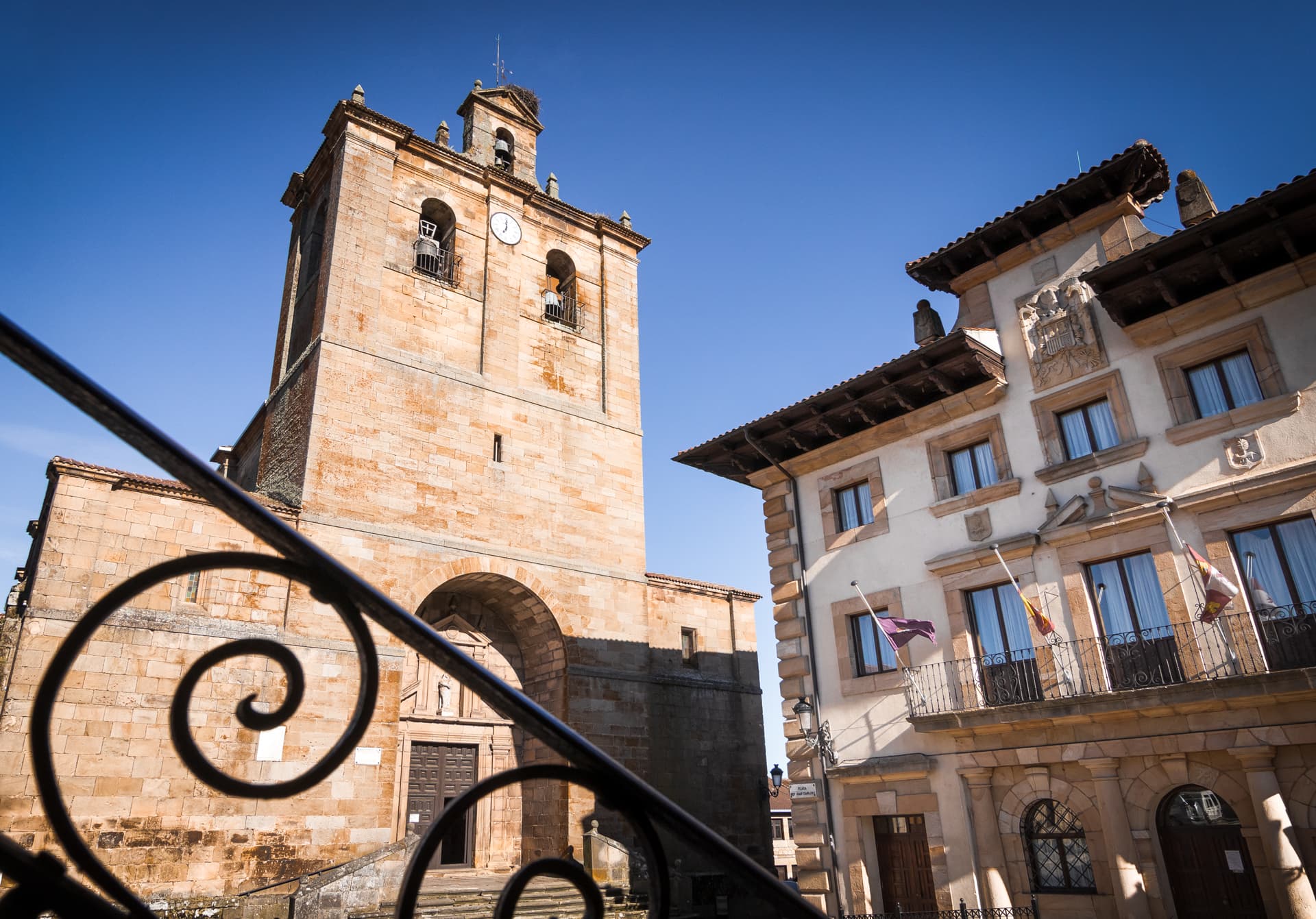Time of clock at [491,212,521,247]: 7:00
